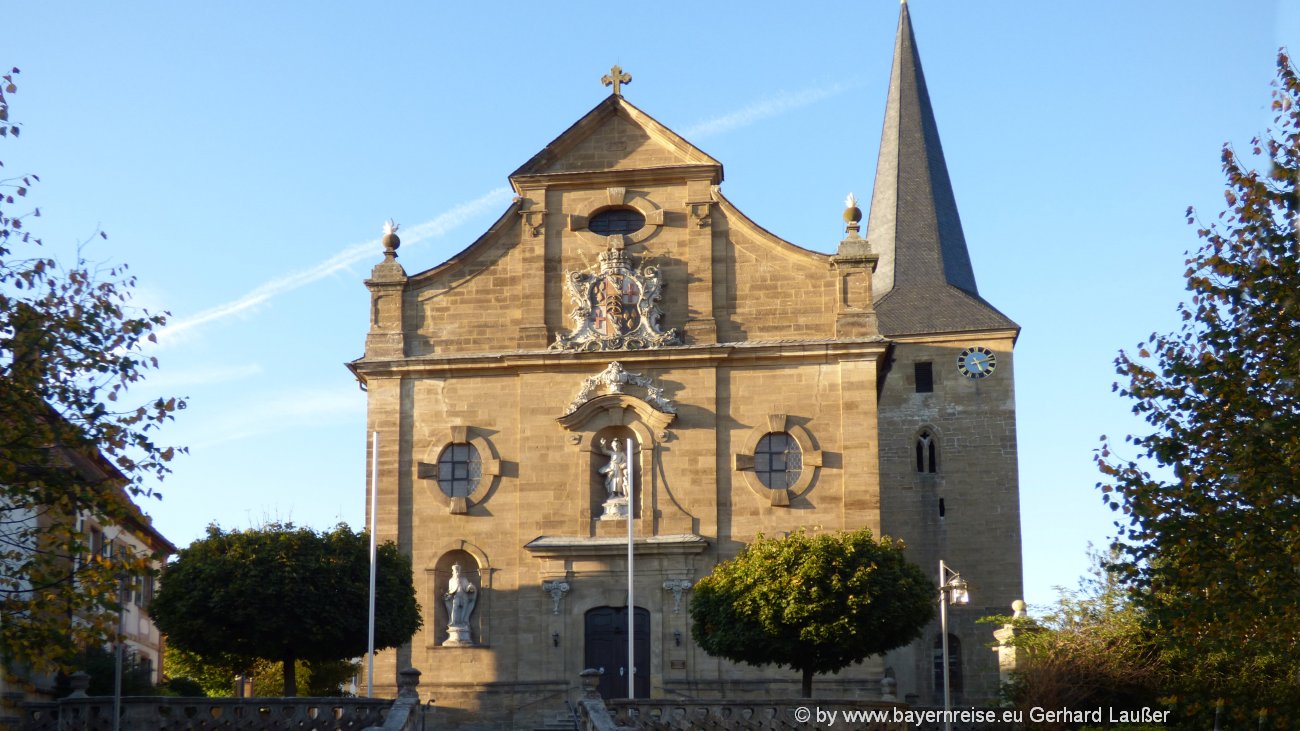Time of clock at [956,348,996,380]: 5:12
